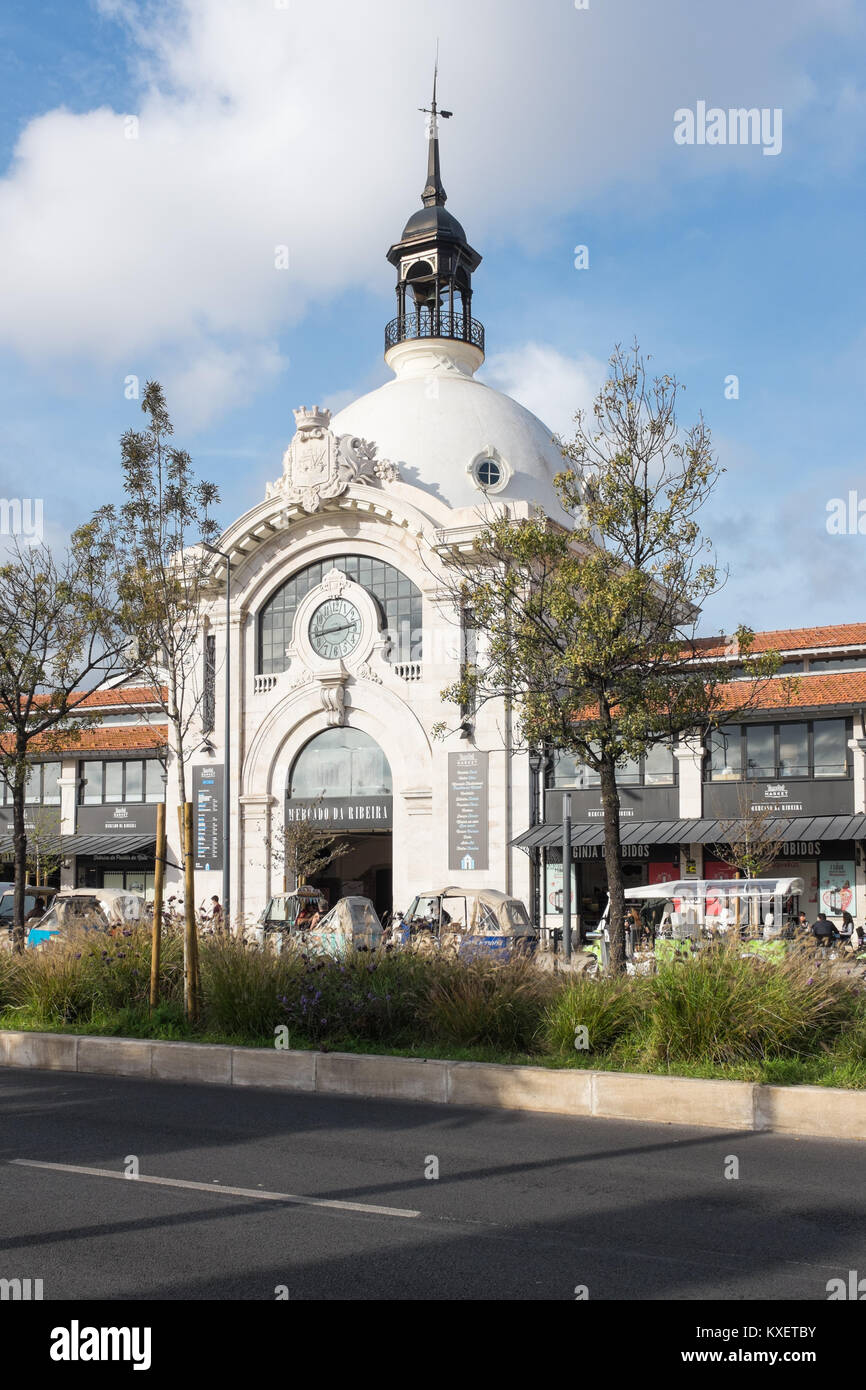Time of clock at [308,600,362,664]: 2:43
